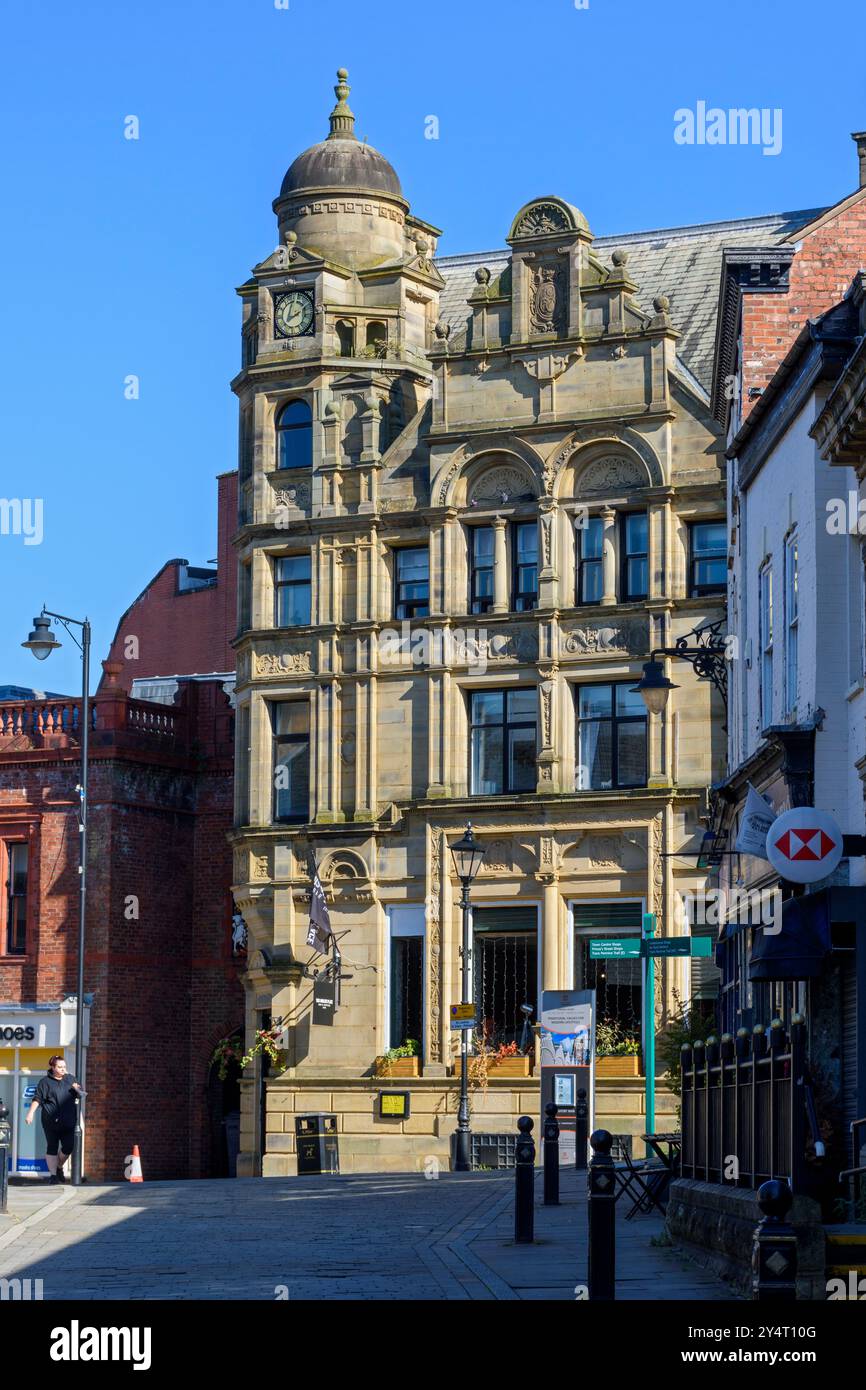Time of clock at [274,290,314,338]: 2:02
